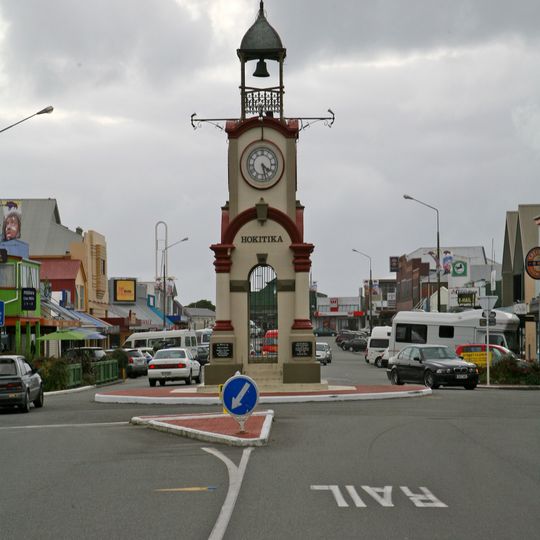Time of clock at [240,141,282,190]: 4:27
